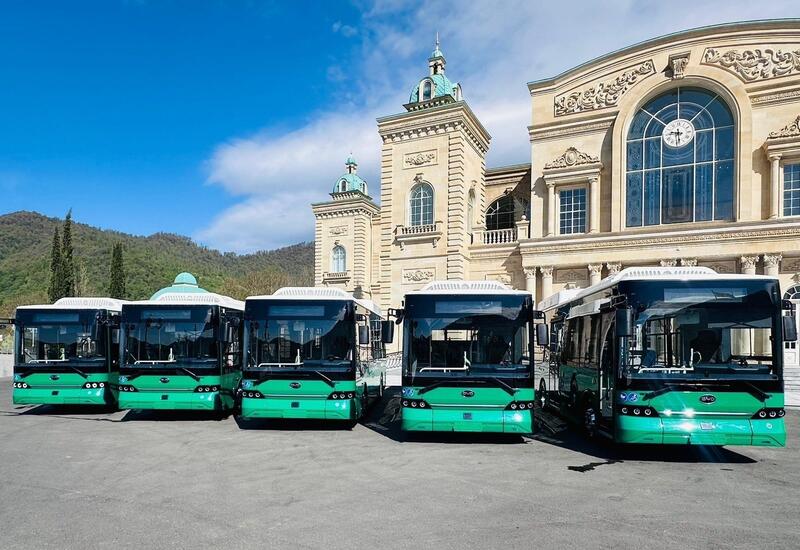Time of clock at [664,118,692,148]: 9:28
